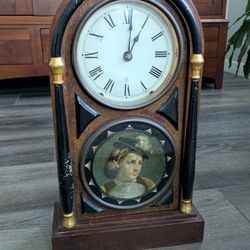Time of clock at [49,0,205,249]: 1:01
